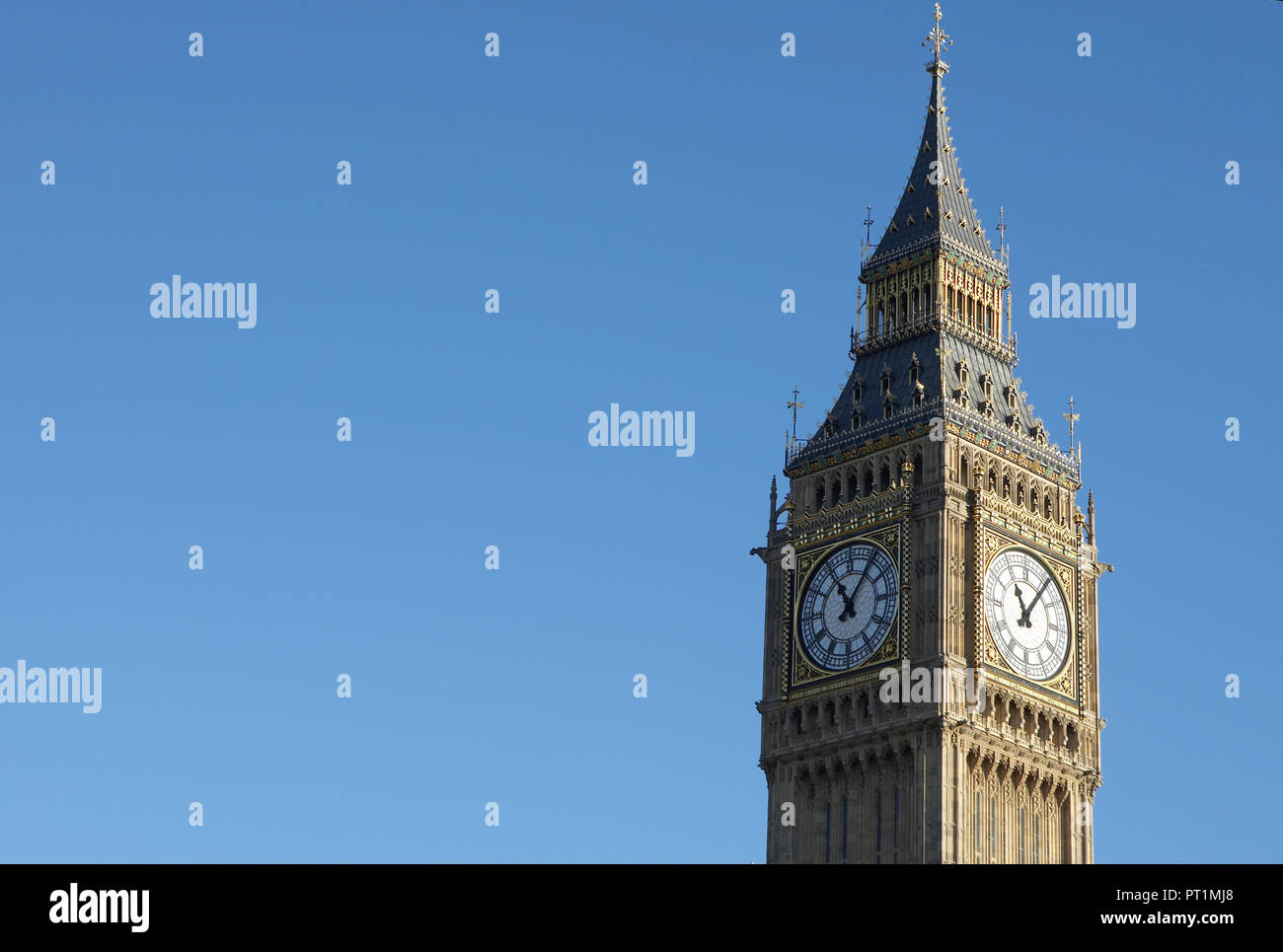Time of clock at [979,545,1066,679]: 11:06
